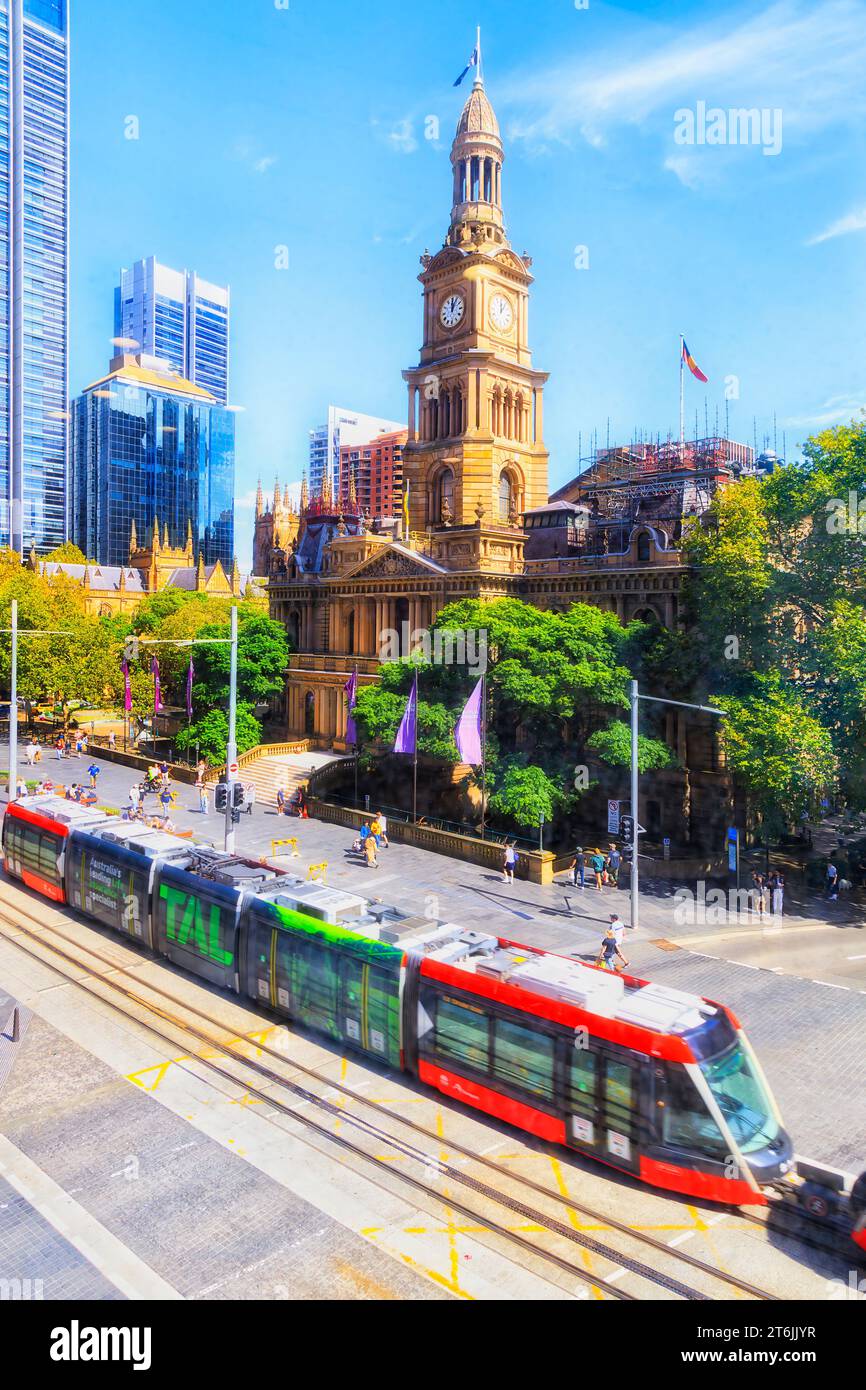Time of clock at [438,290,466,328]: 12:04
